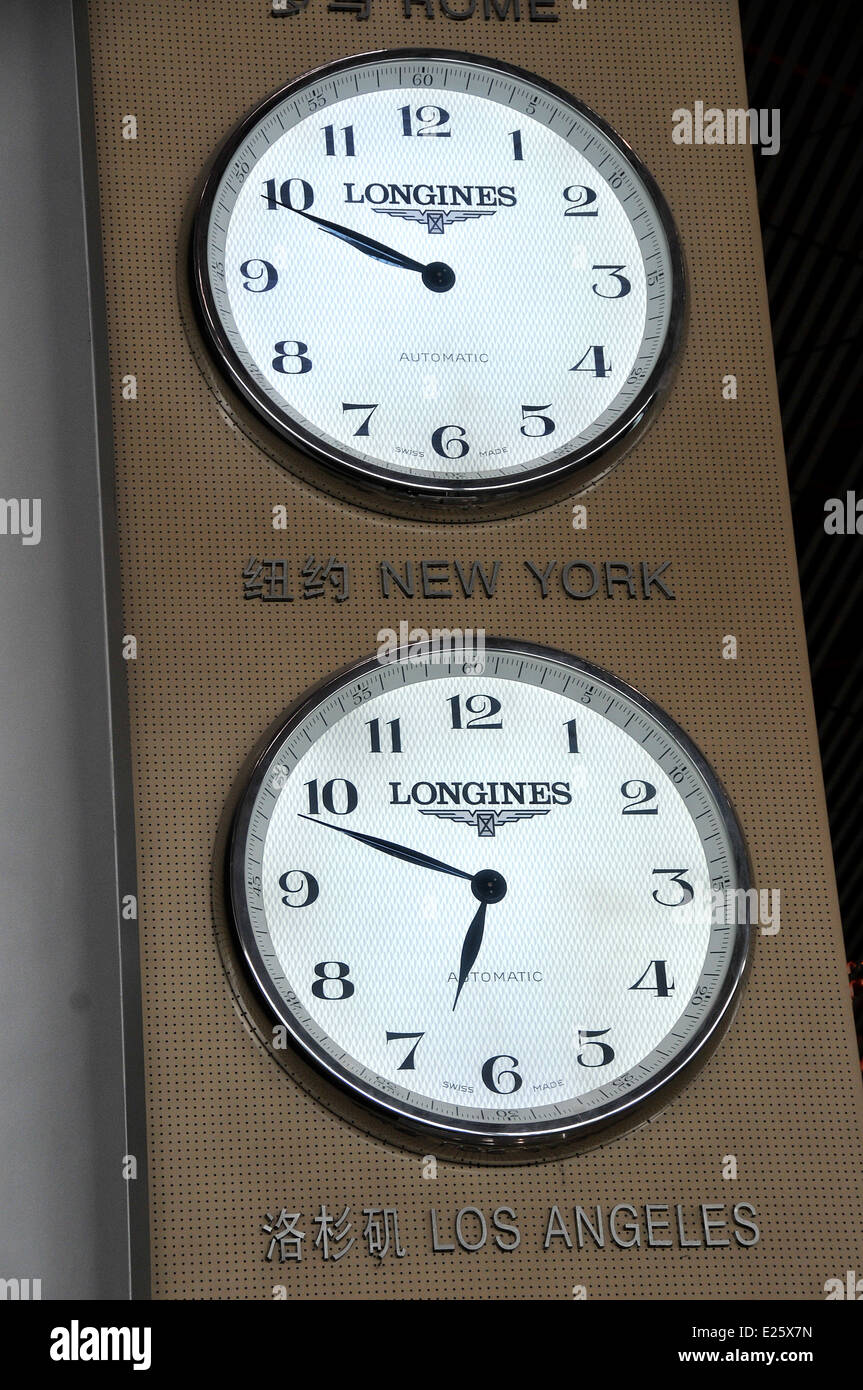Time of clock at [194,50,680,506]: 9:49
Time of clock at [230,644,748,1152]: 6:48
